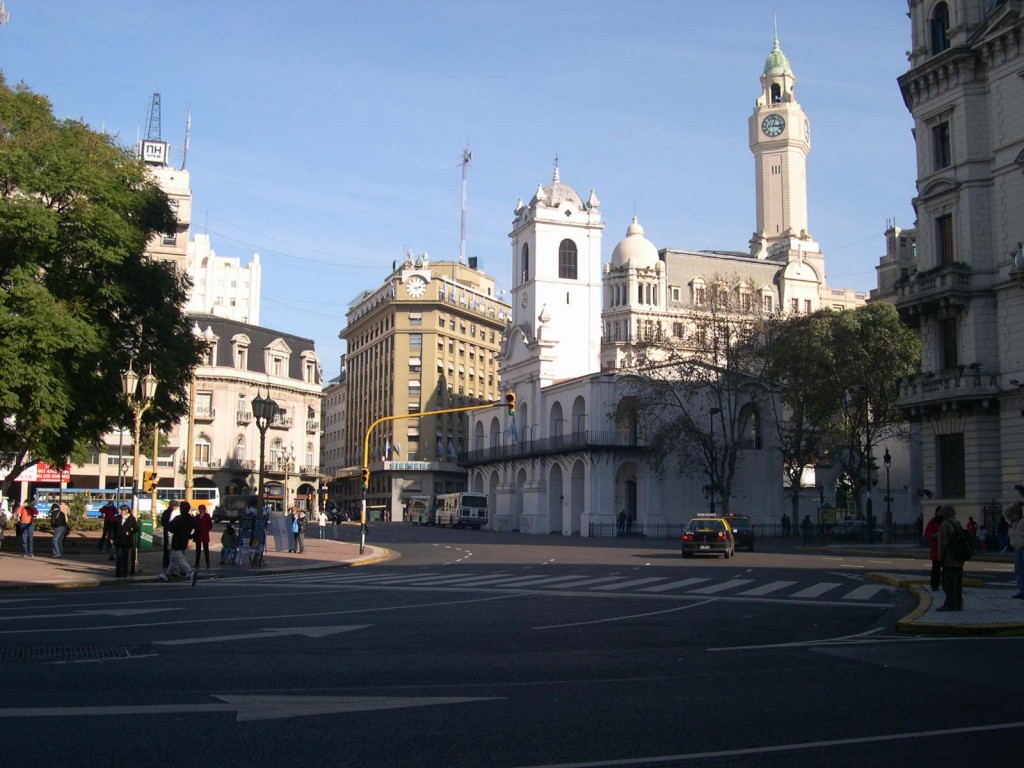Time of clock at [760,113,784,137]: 12:16
